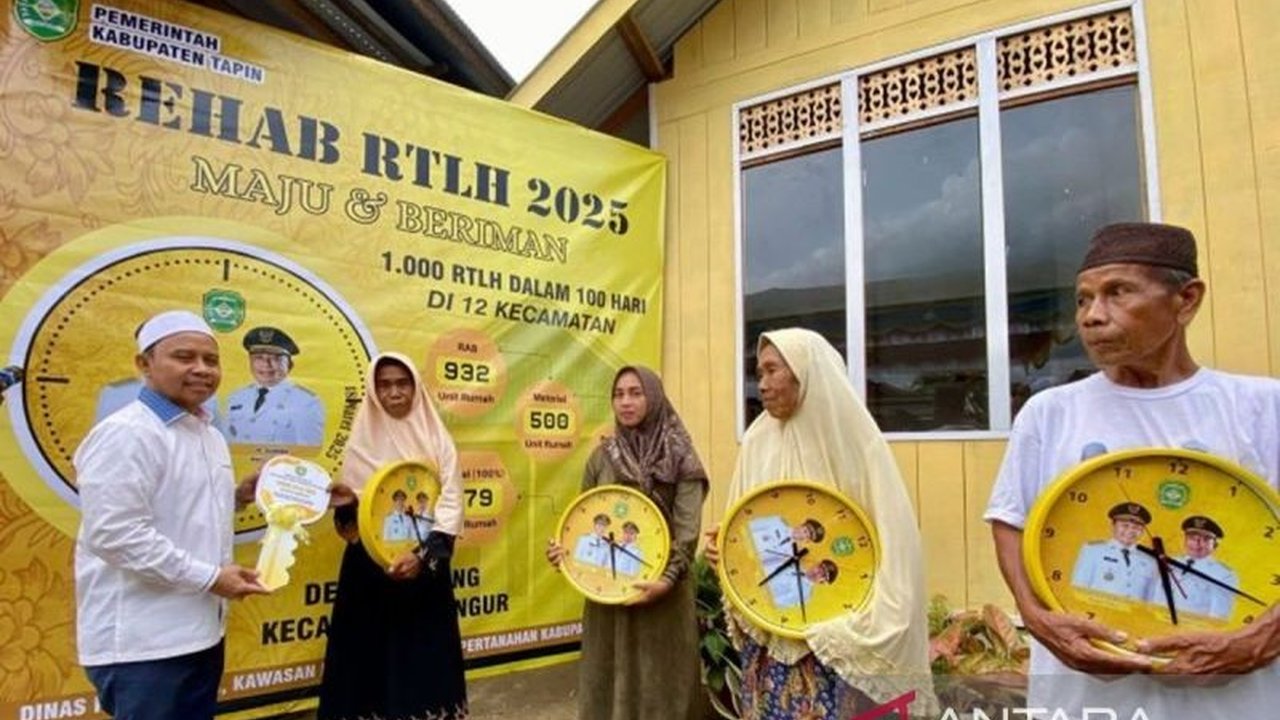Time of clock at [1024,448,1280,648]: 5:18
